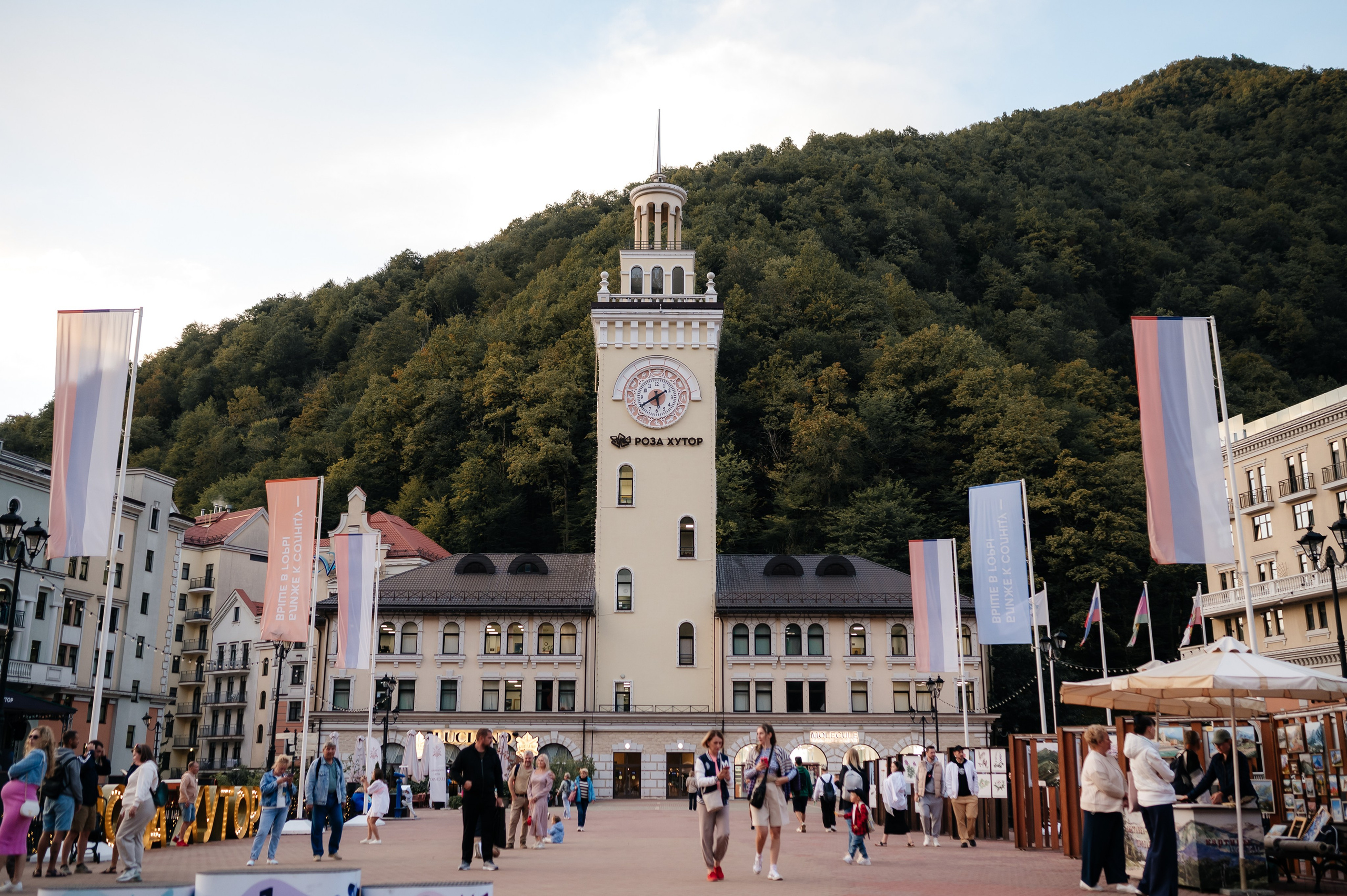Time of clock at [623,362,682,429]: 5:38
